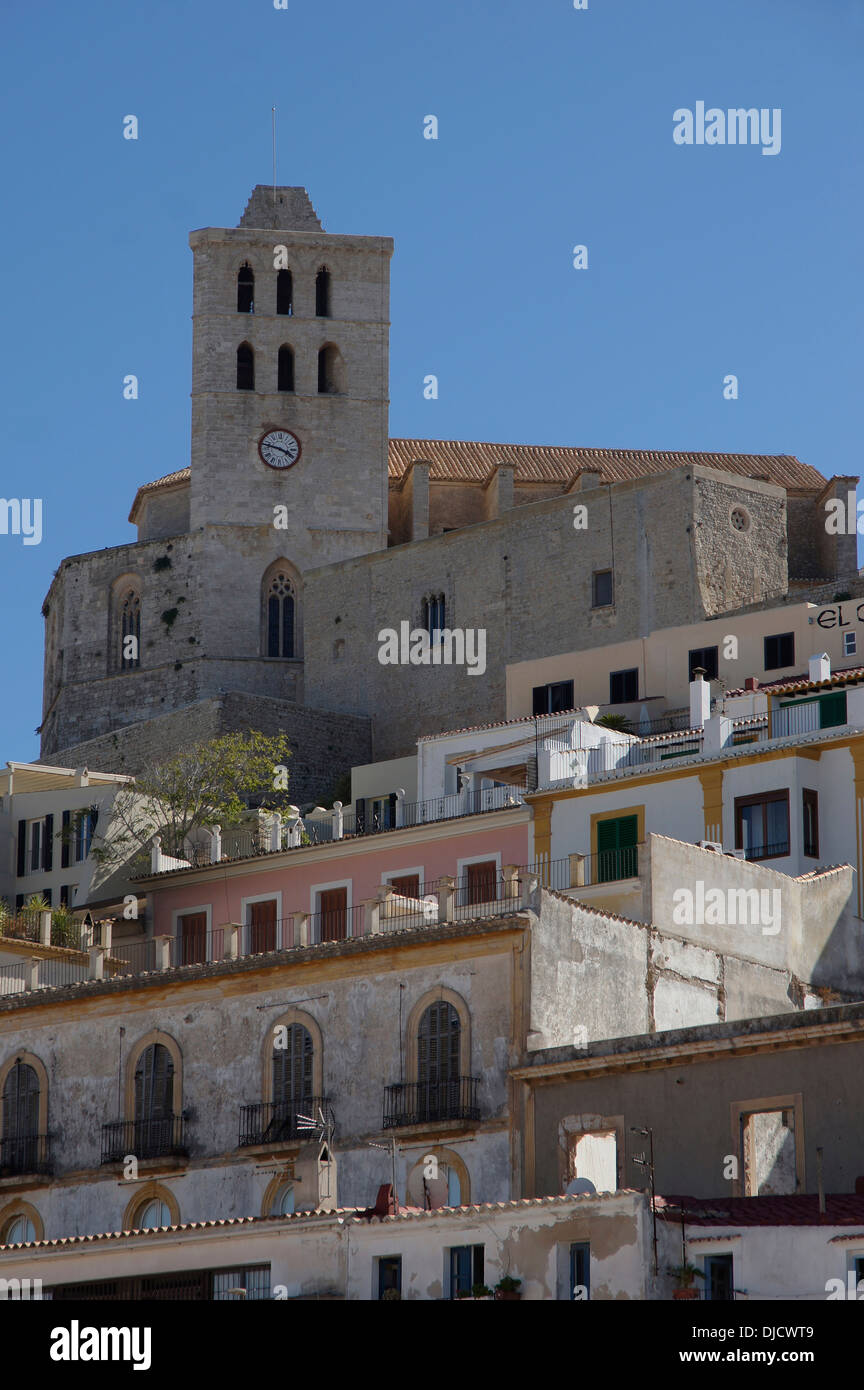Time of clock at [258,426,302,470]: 3:47
